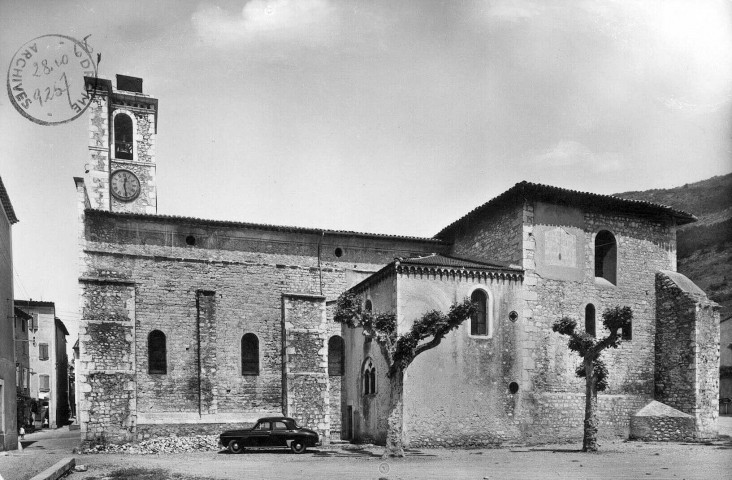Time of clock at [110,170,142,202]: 12:28
